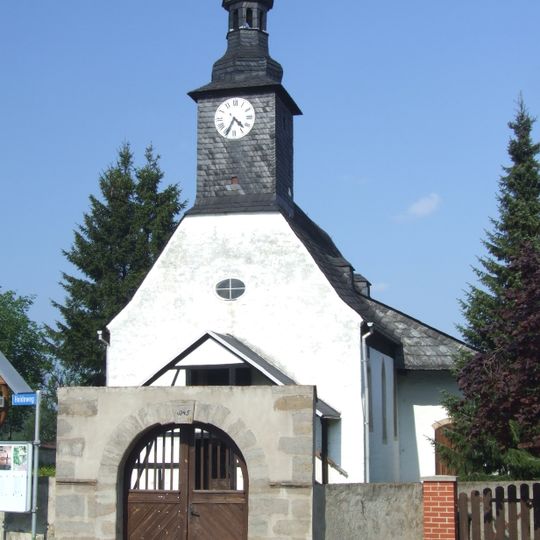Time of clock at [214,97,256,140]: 4:34
